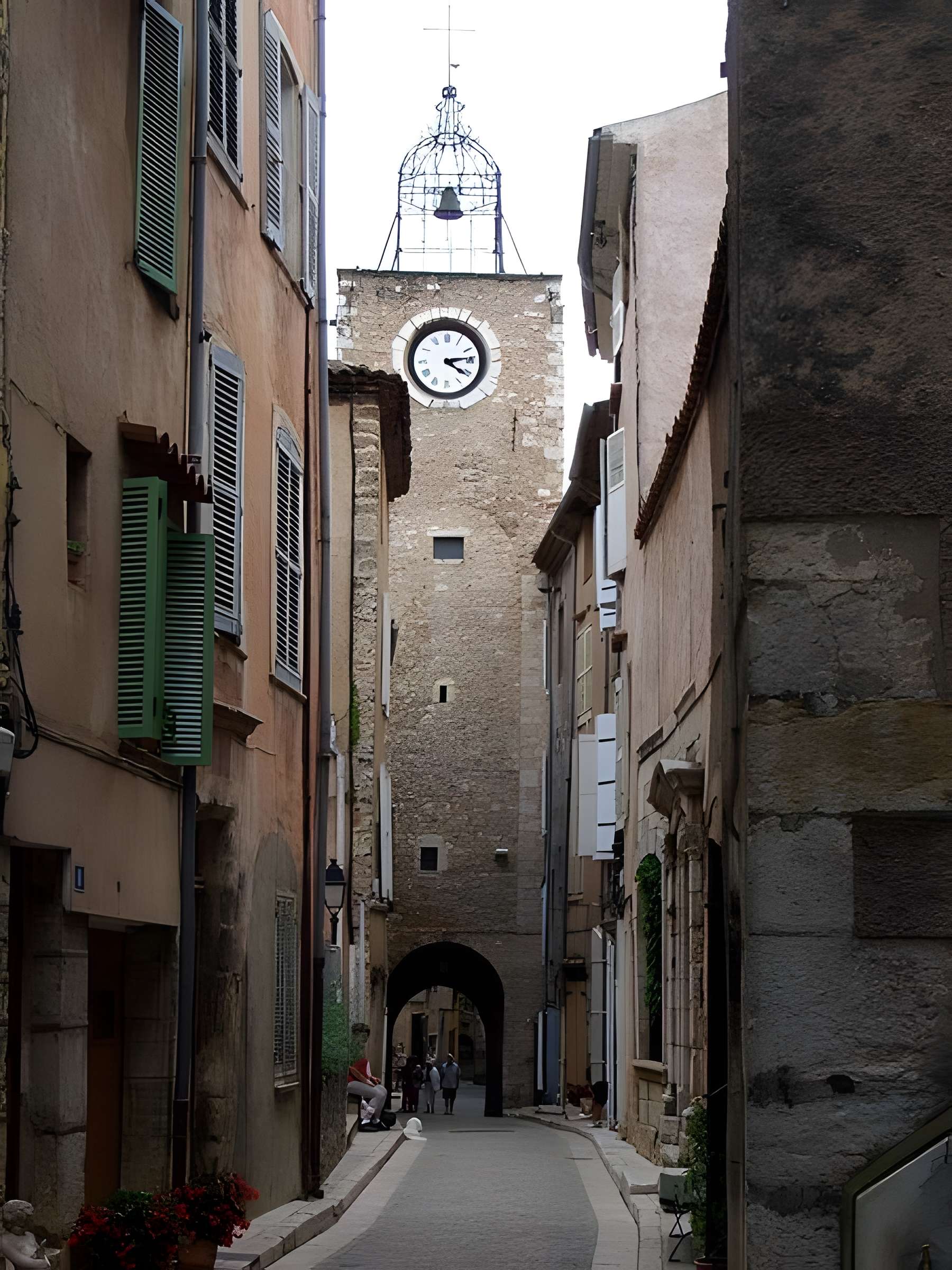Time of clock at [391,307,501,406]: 4:14
